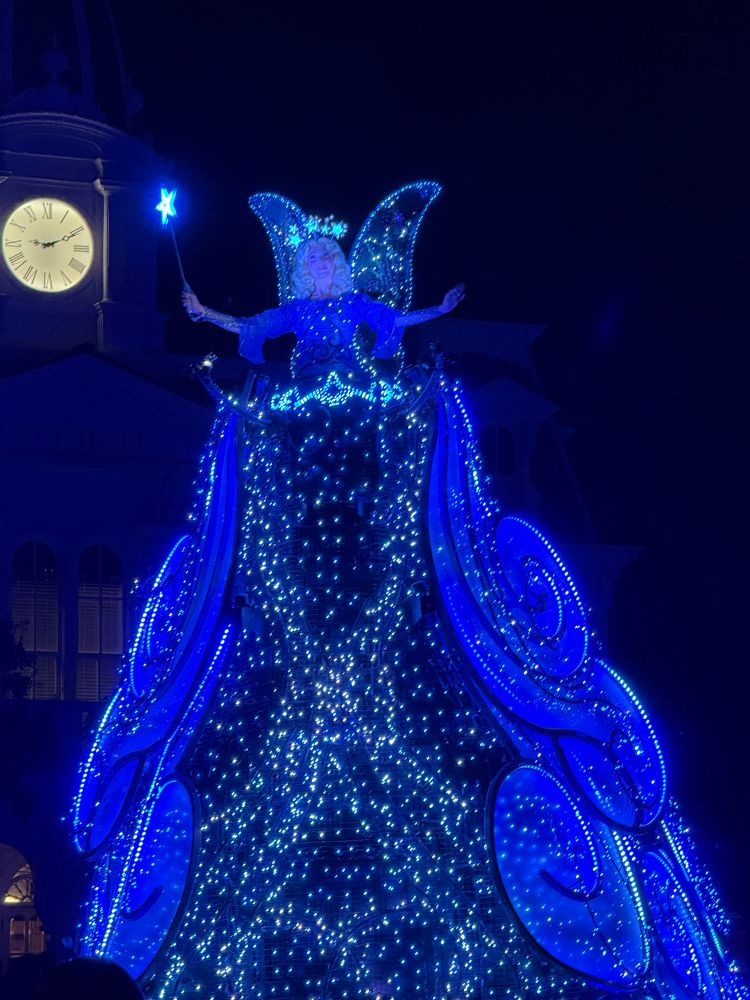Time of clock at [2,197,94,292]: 9:10
